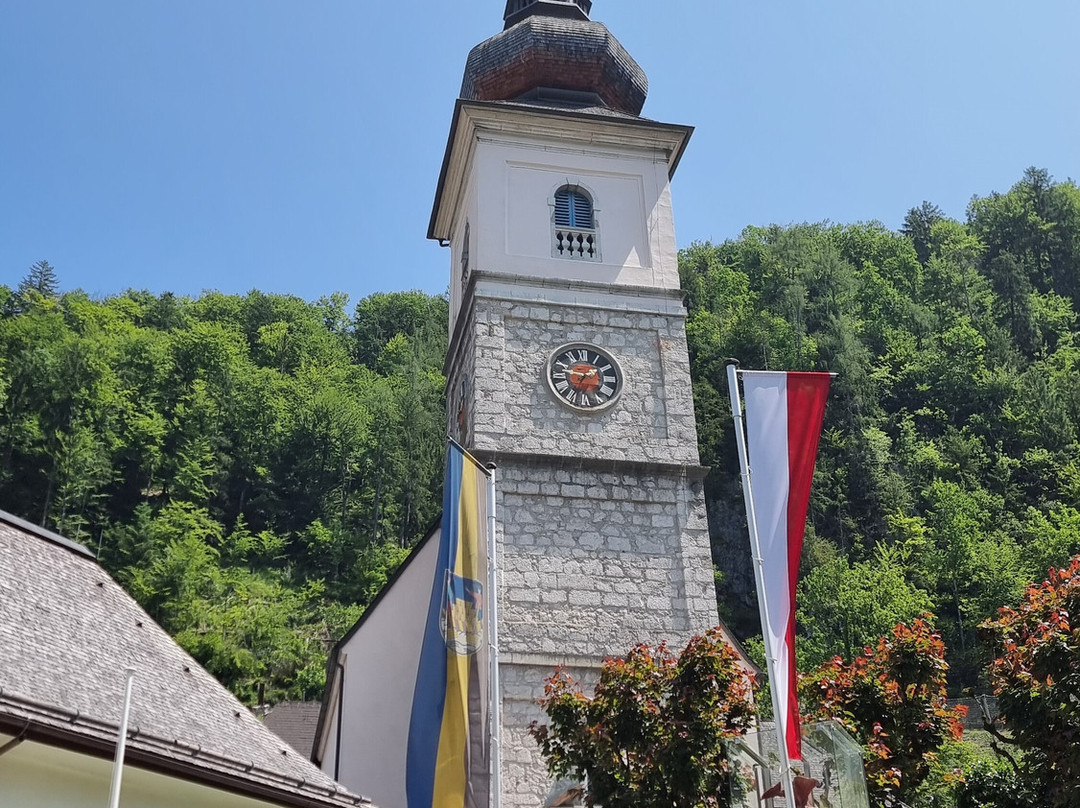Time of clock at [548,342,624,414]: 1:47
